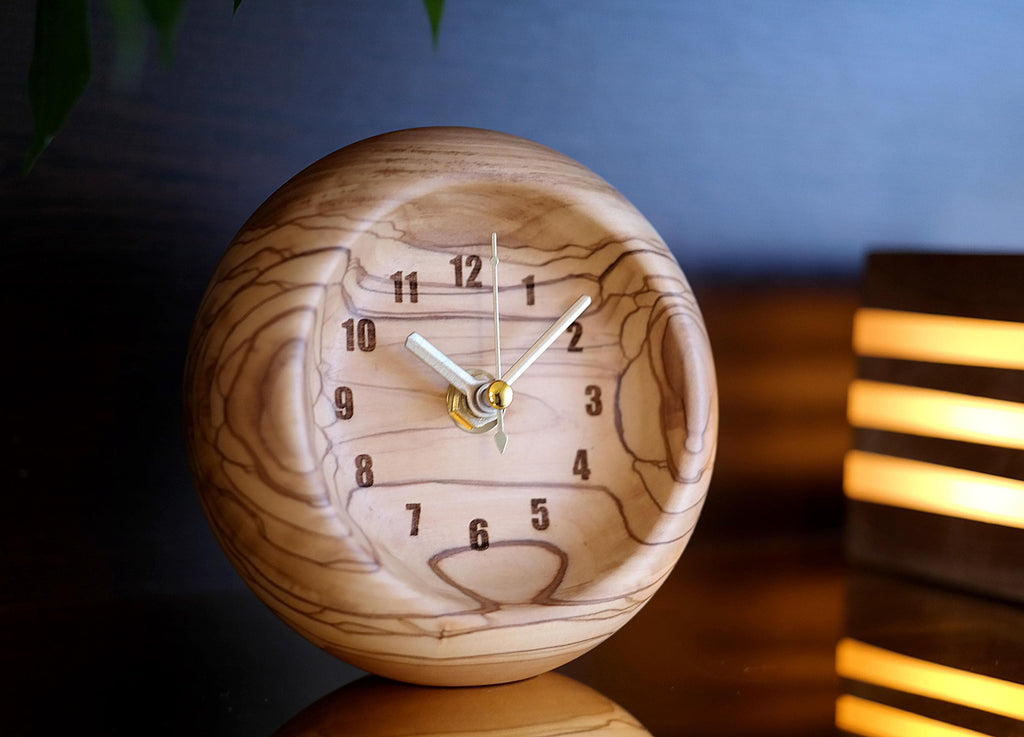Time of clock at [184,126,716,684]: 10:07
